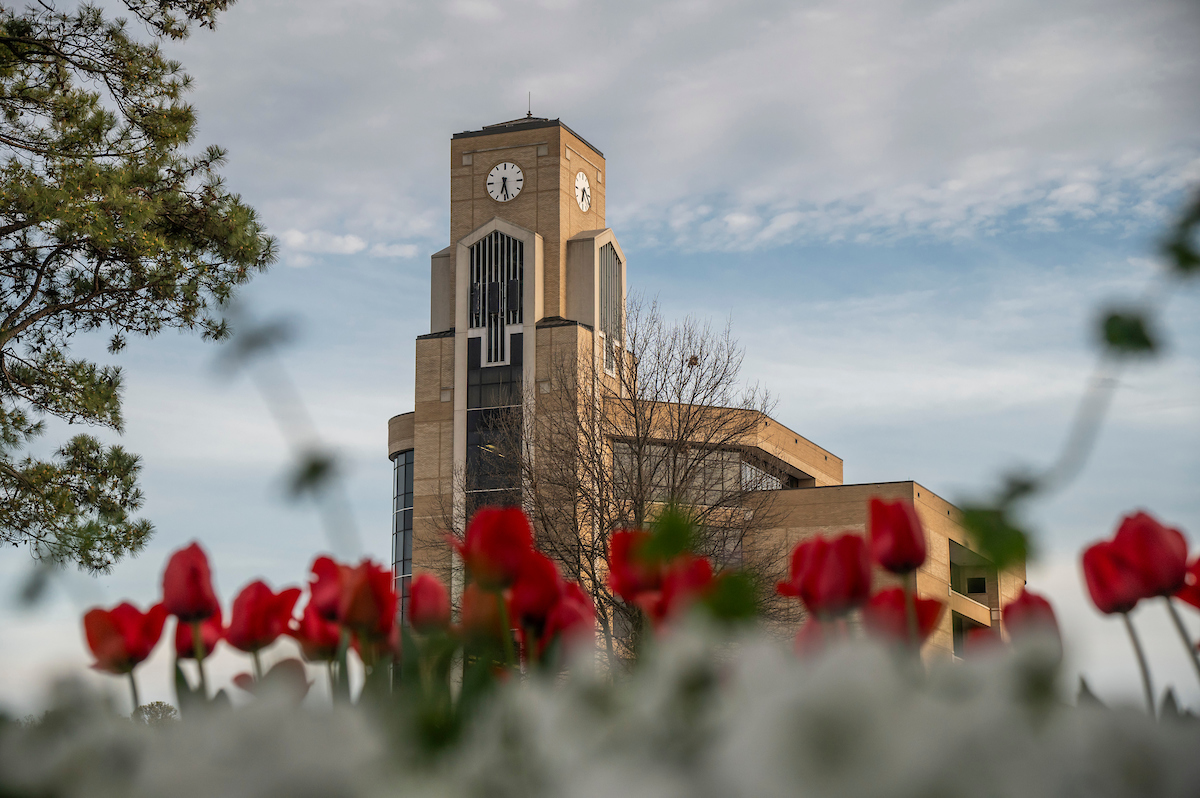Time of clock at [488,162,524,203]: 6:28
